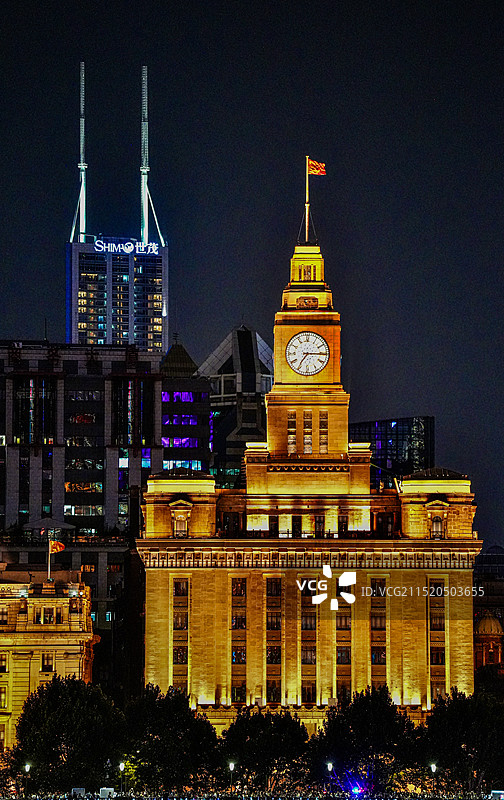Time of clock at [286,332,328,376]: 7:15
